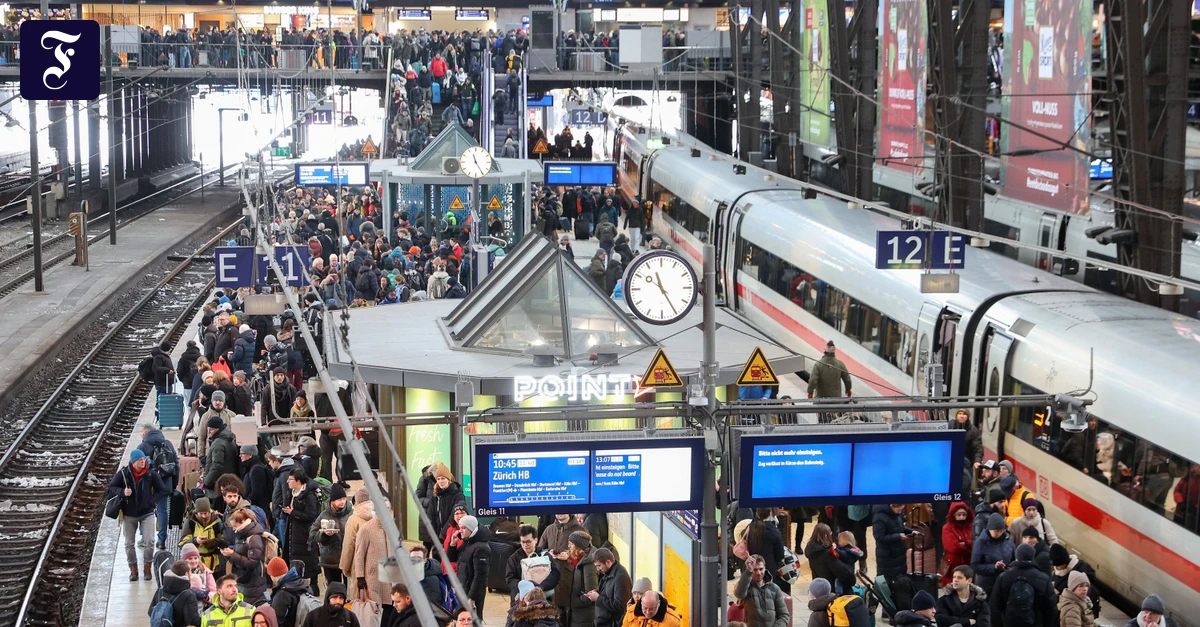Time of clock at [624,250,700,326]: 11:24
